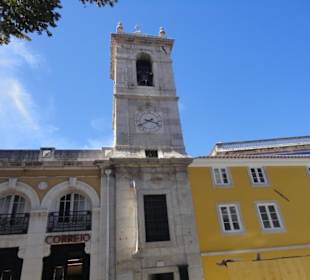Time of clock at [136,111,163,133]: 3:40
